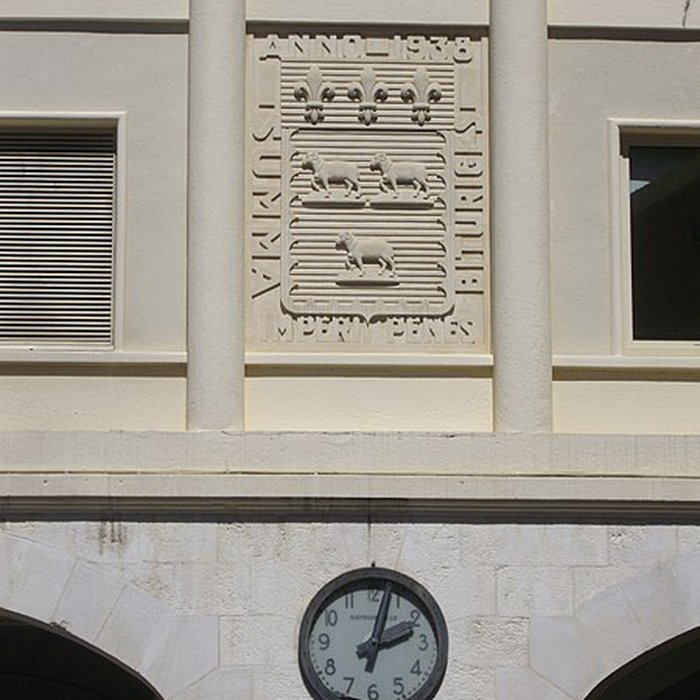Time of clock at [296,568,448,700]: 2:02
